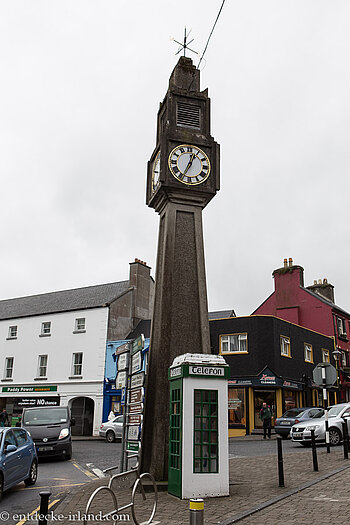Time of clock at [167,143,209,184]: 12:34
